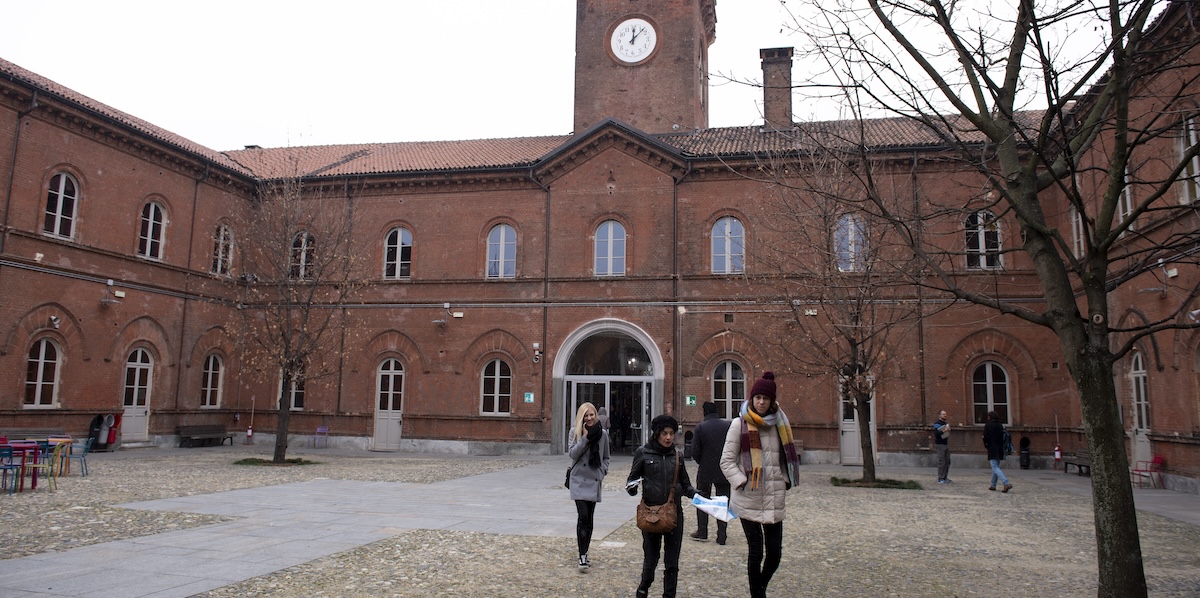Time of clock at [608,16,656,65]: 12:07
